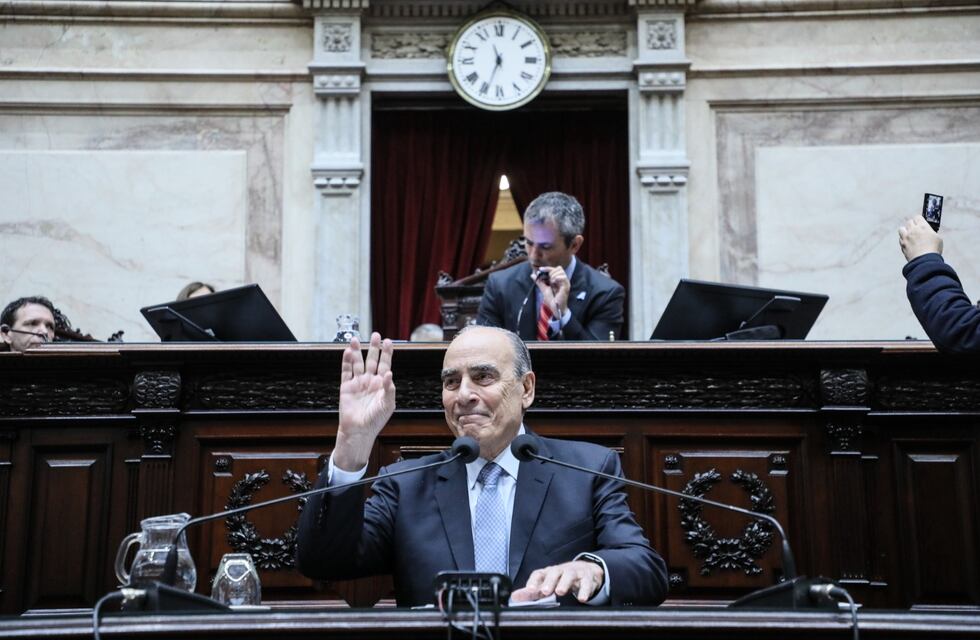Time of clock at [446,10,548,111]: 11:33
